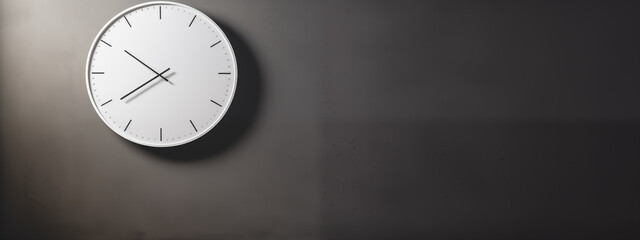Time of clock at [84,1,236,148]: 7:50
